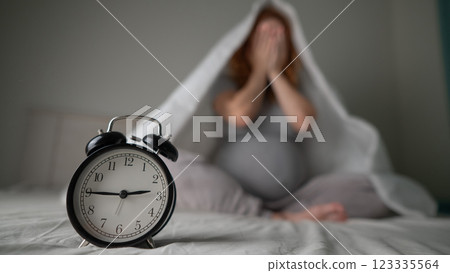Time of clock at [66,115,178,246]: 2:45
